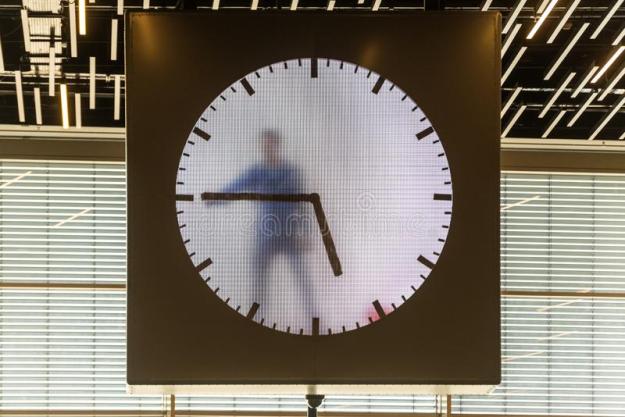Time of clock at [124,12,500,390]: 5:45
